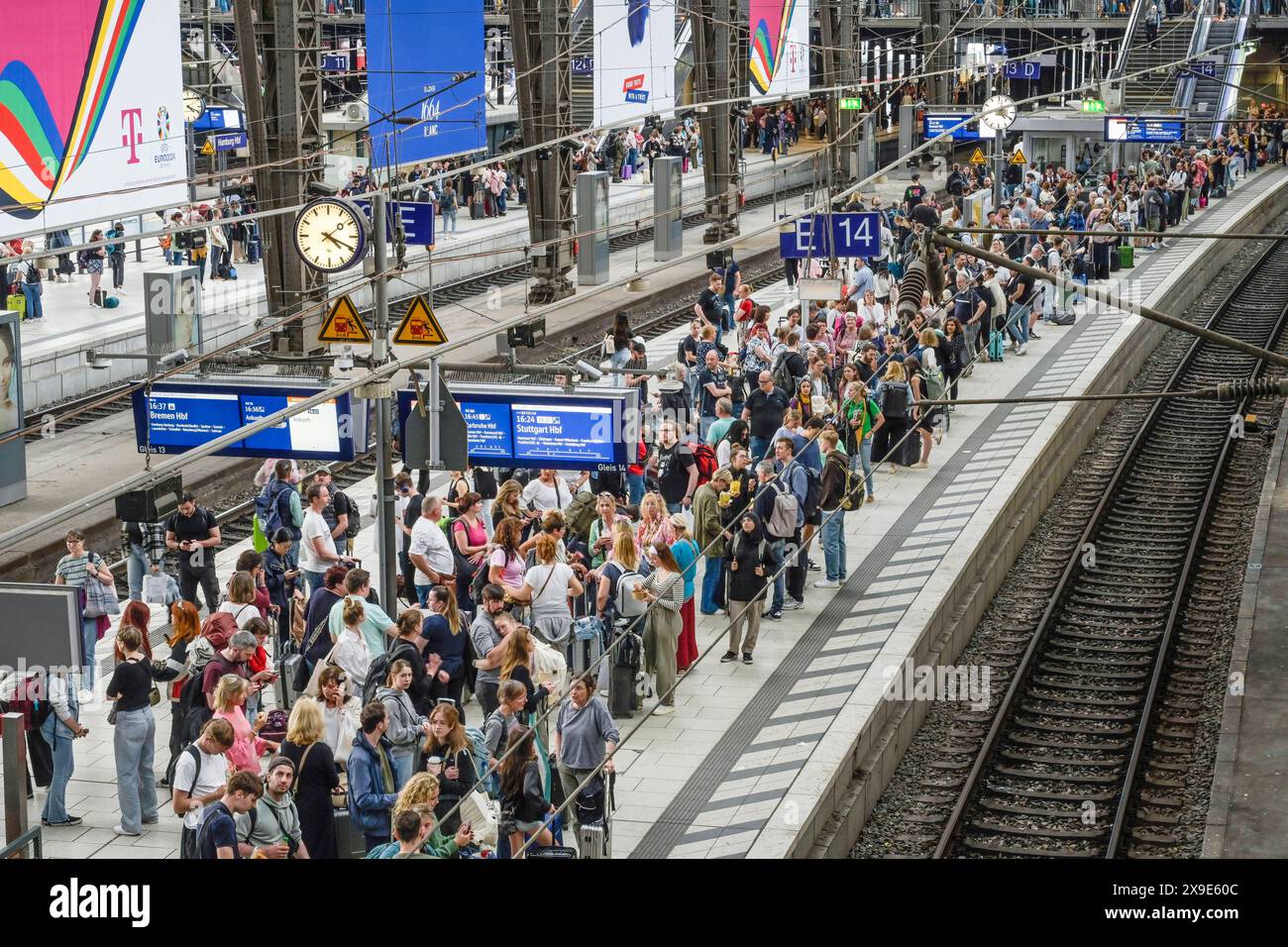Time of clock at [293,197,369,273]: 4:19
